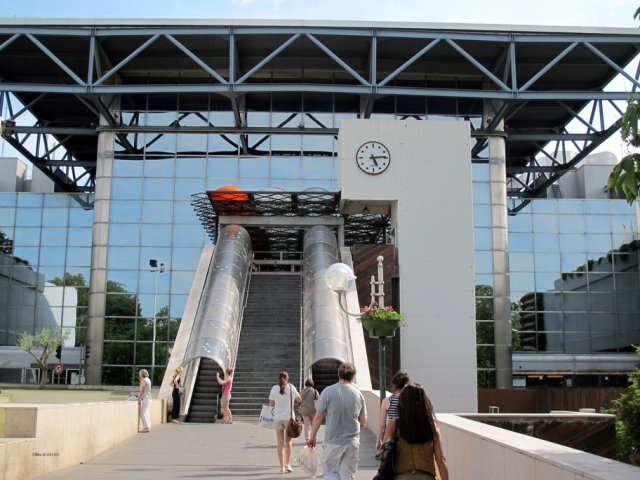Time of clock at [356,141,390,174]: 5:14
